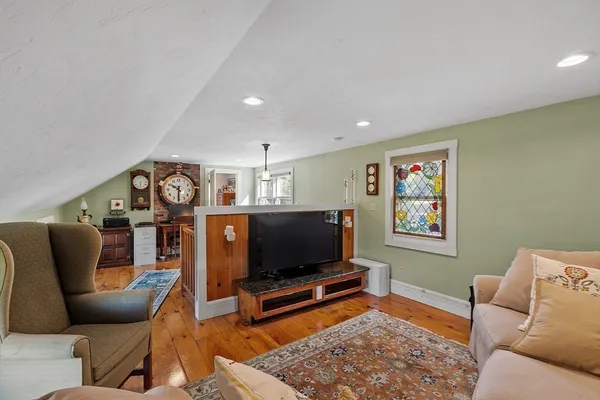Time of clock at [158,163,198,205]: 10:30
